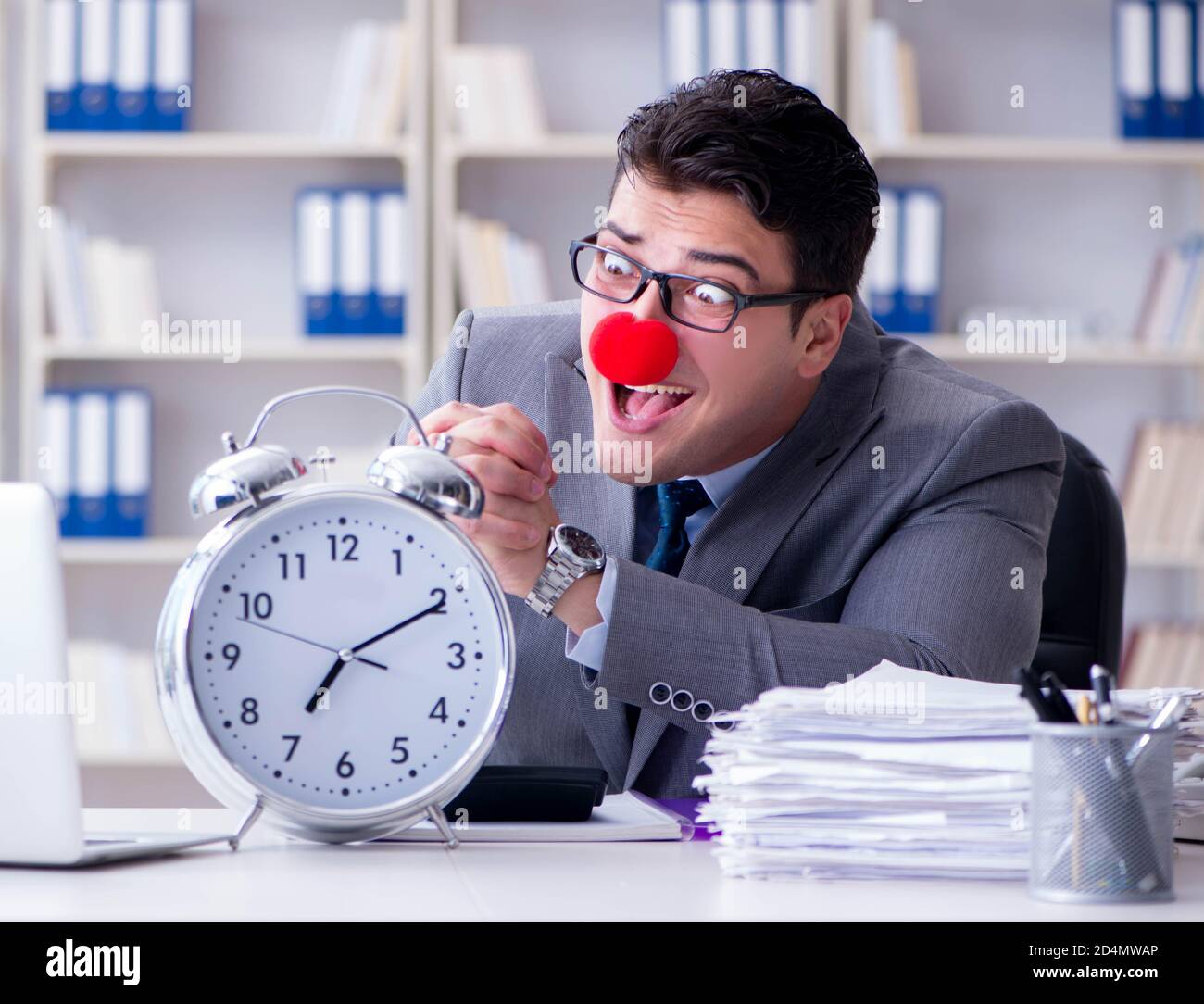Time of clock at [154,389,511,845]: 7:10
